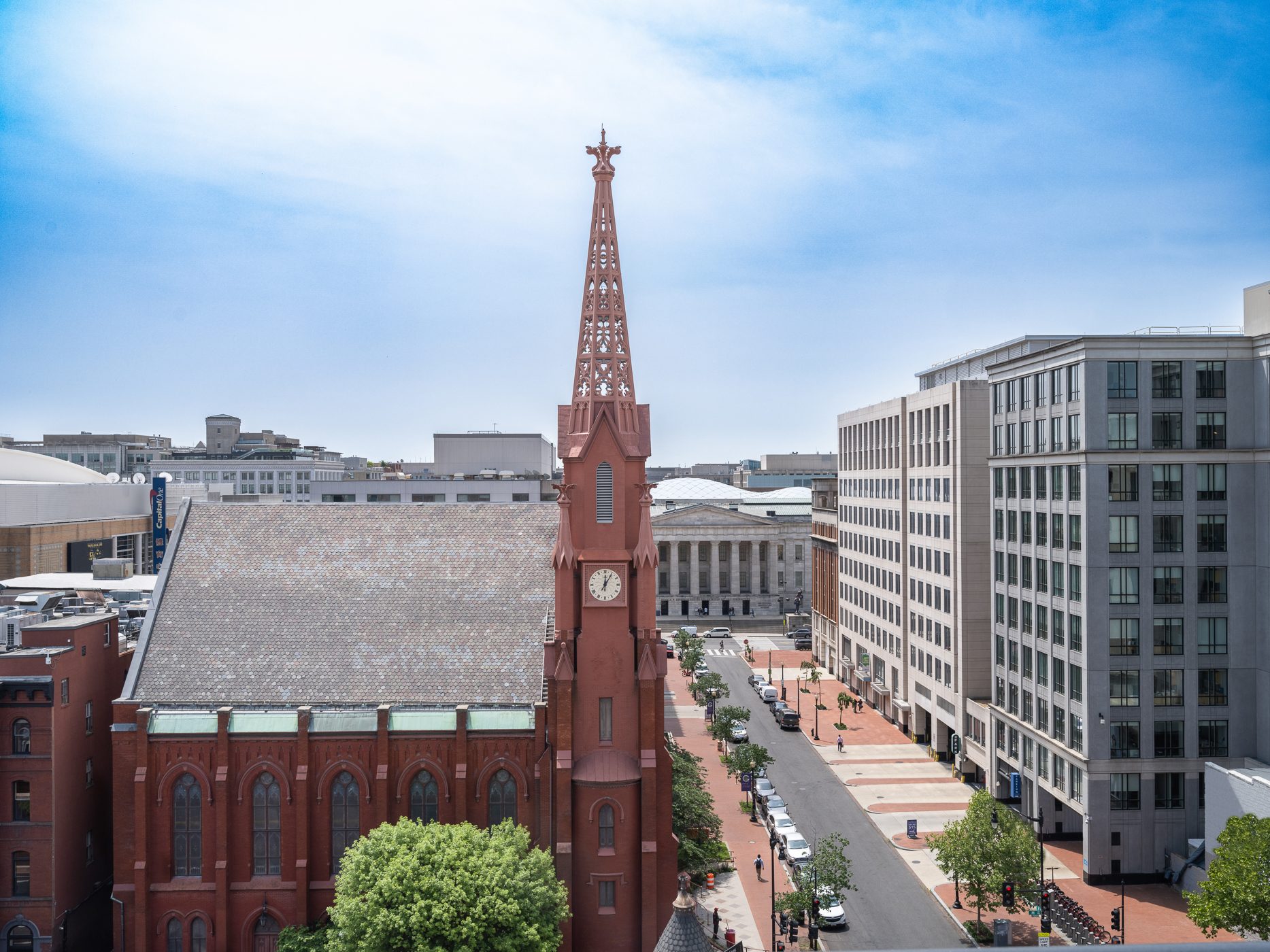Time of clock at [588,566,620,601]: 12:05
